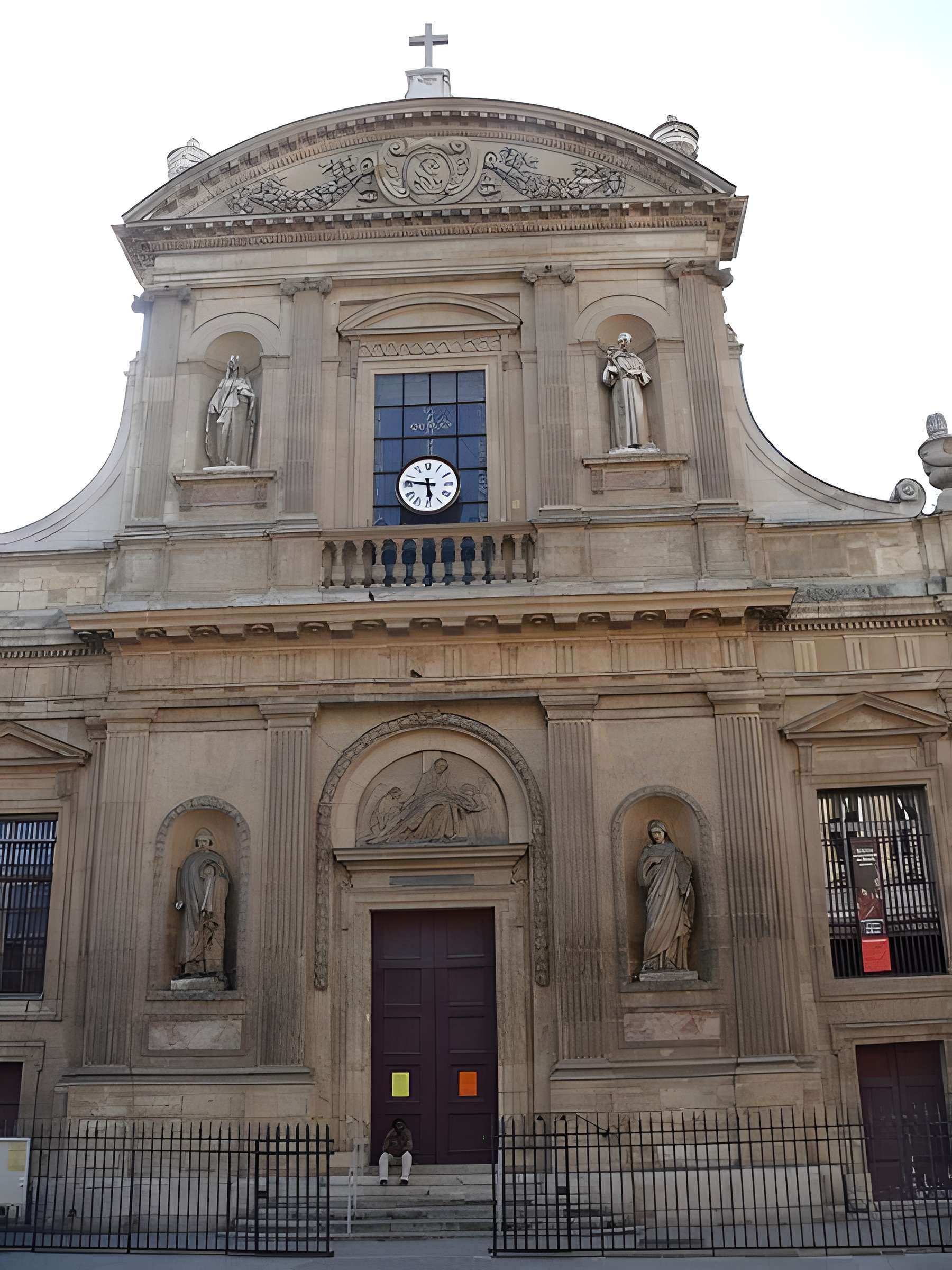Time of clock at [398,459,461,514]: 5:46
